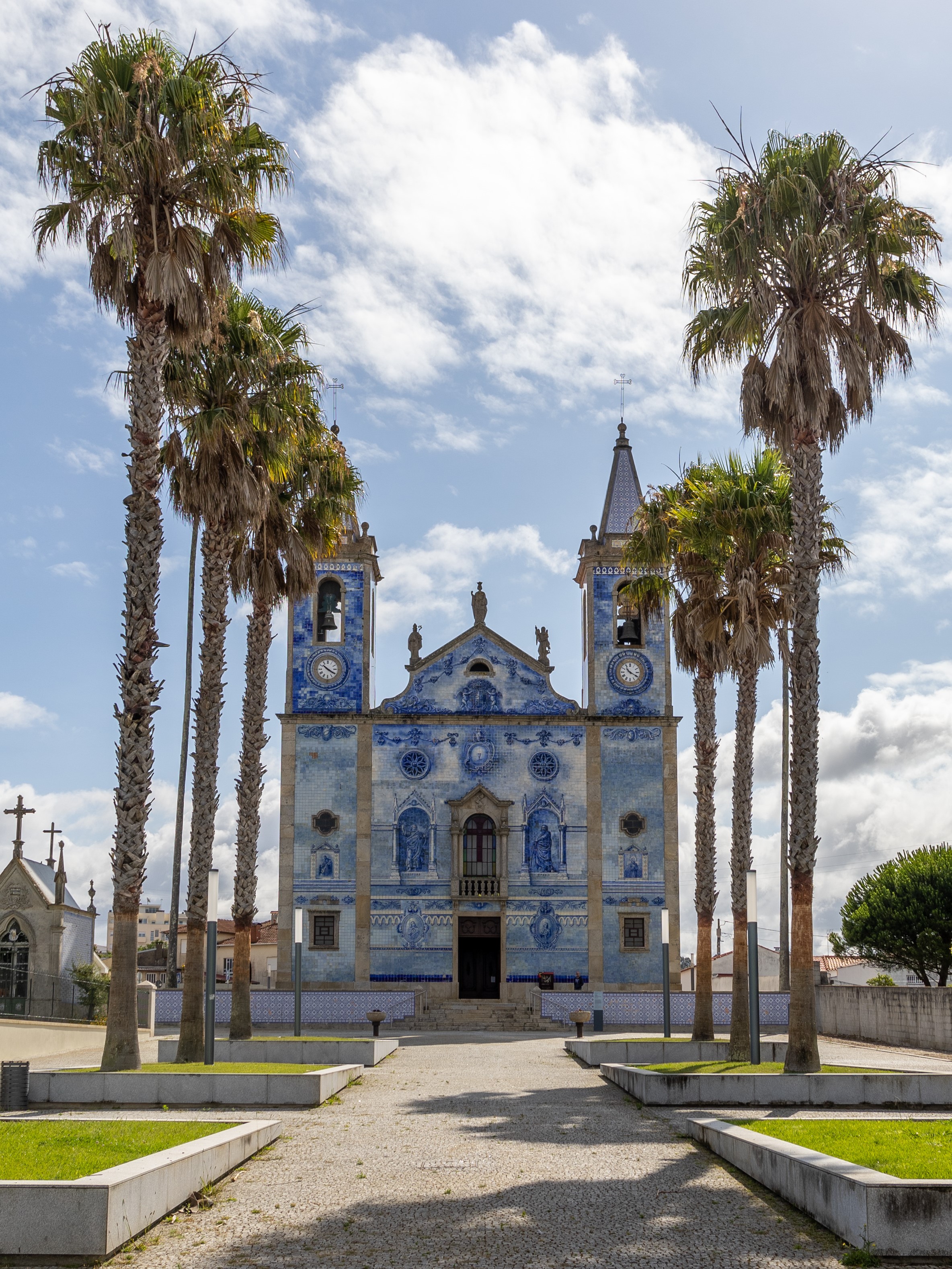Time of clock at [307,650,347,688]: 10:20
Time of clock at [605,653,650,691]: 10:20
